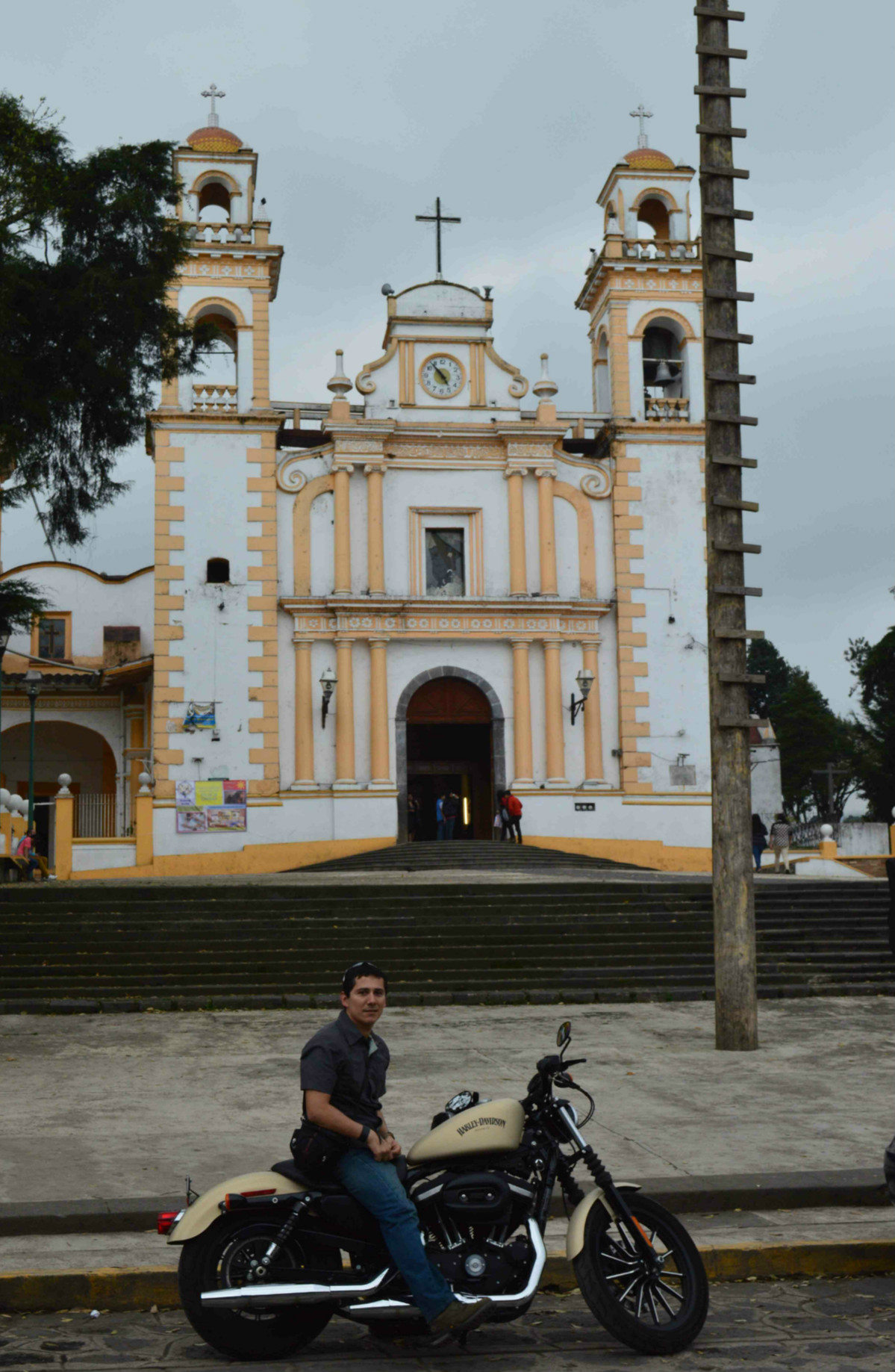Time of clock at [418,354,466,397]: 4:53
